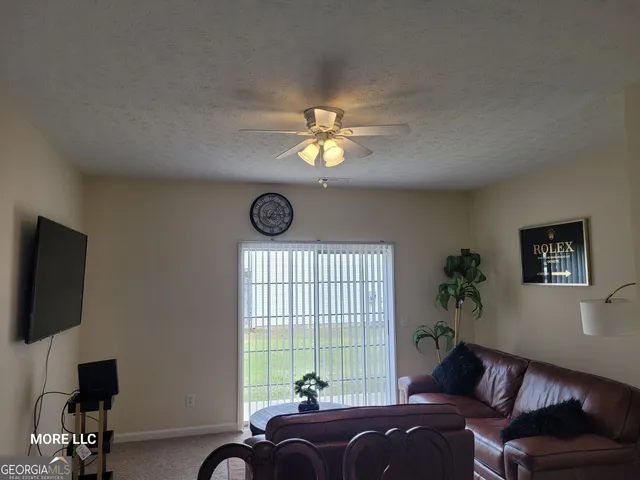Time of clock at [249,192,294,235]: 3:06
